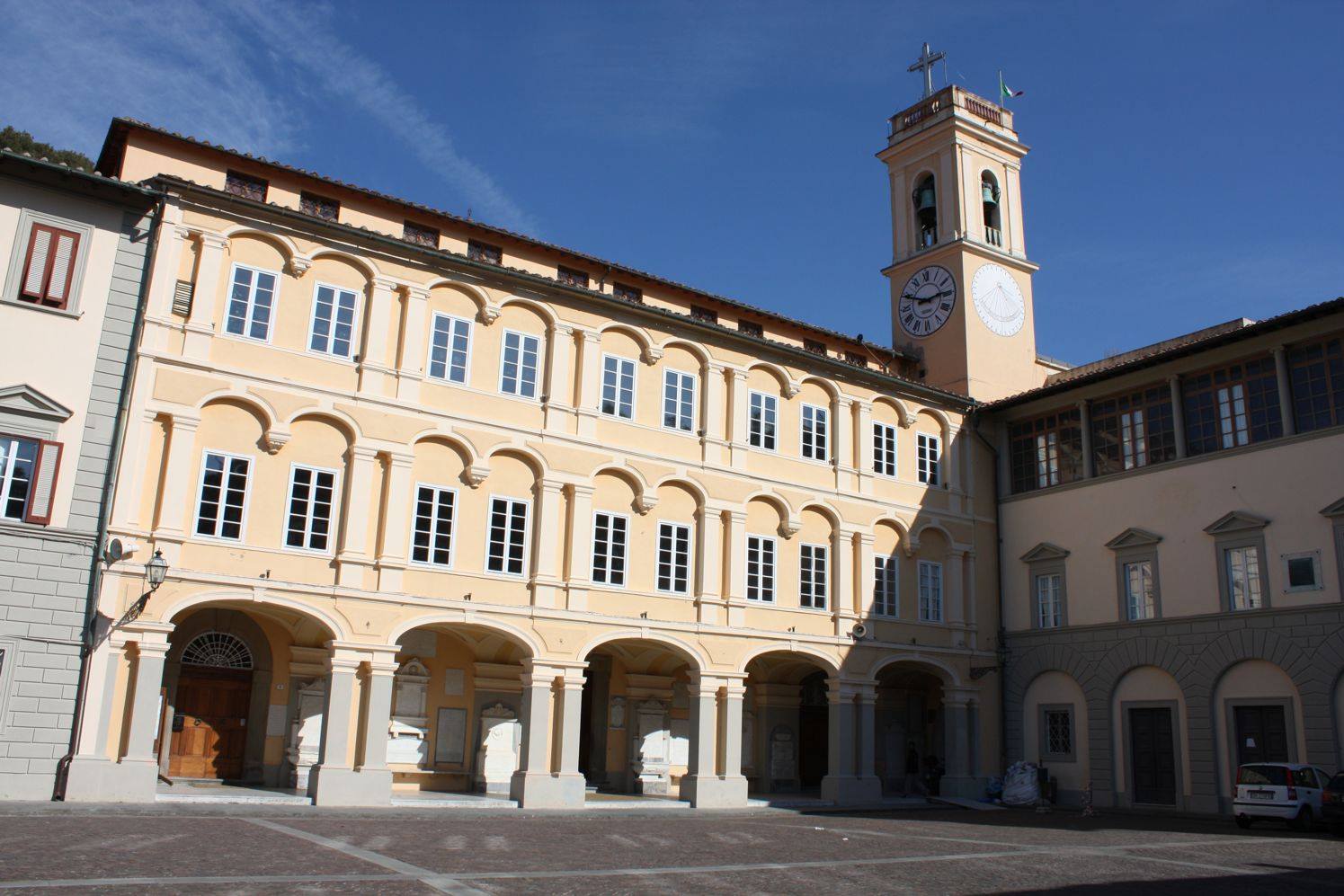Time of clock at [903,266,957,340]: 2:49
